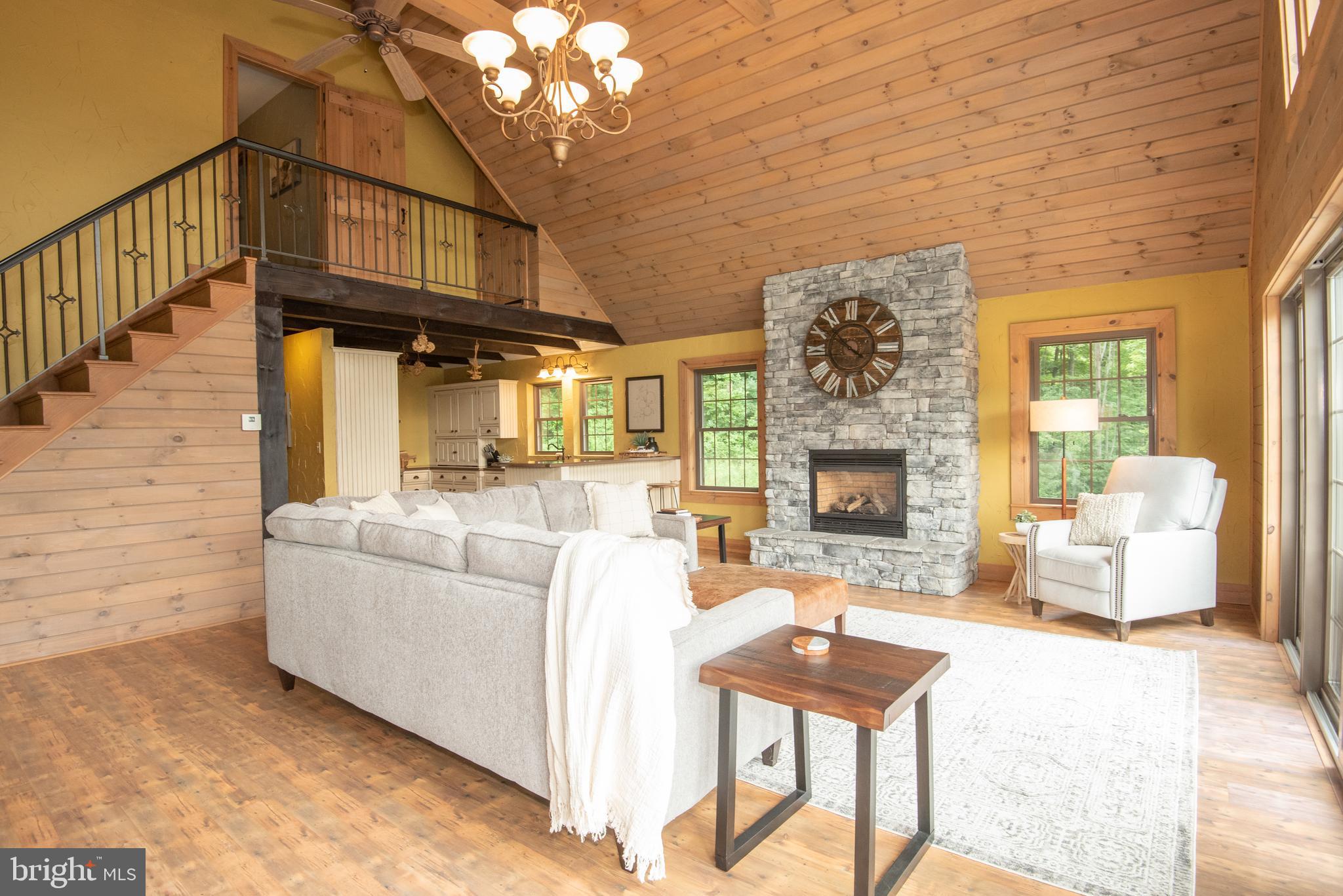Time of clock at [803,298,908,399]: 3:52
